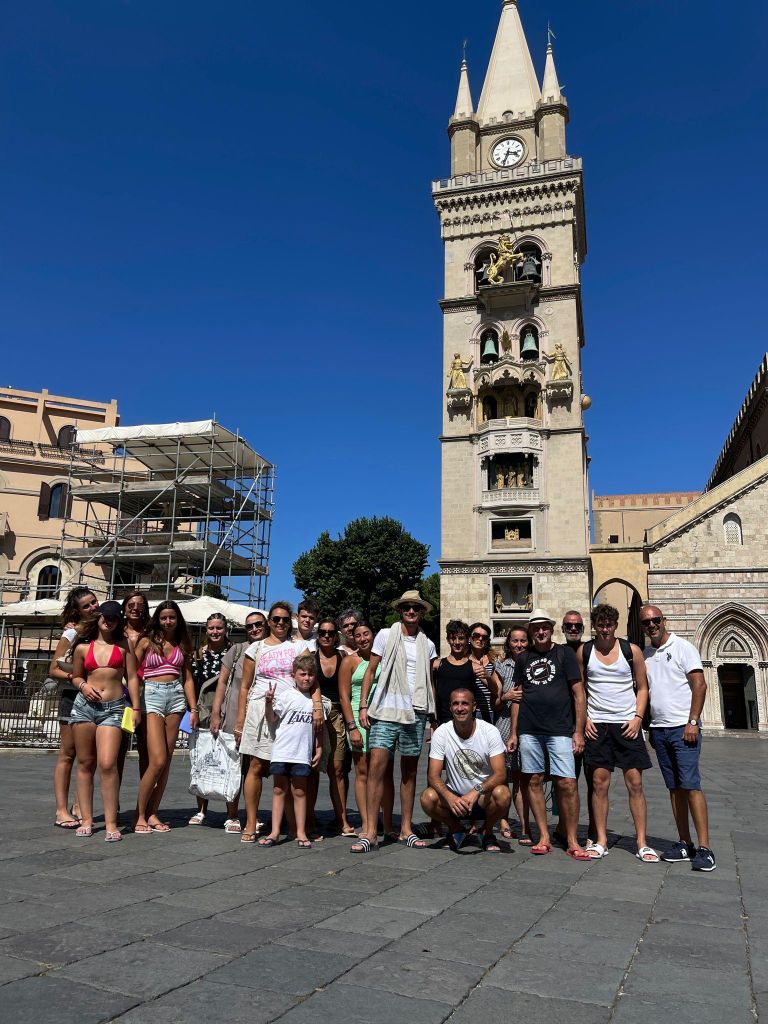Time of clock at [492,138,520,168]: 3:33
